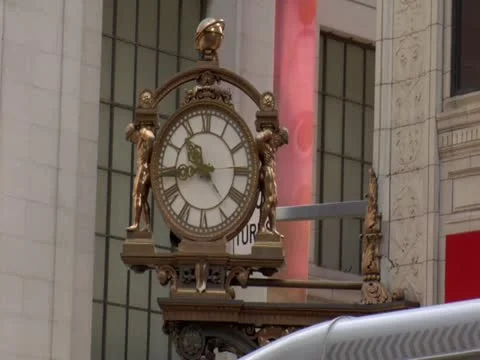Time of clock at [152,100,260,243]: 10:43
